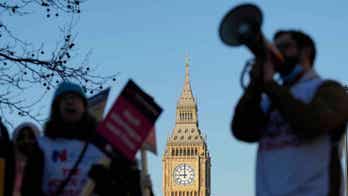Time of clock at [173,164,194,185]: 8:59
